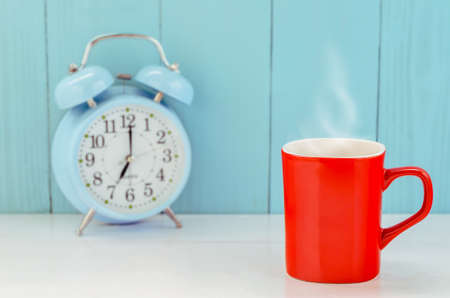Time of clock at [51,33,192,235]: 7:00
